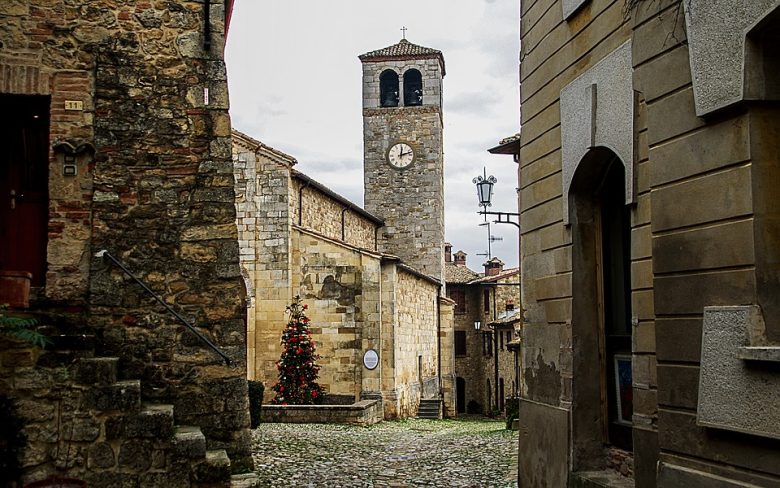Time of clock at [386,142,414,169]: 12:12
